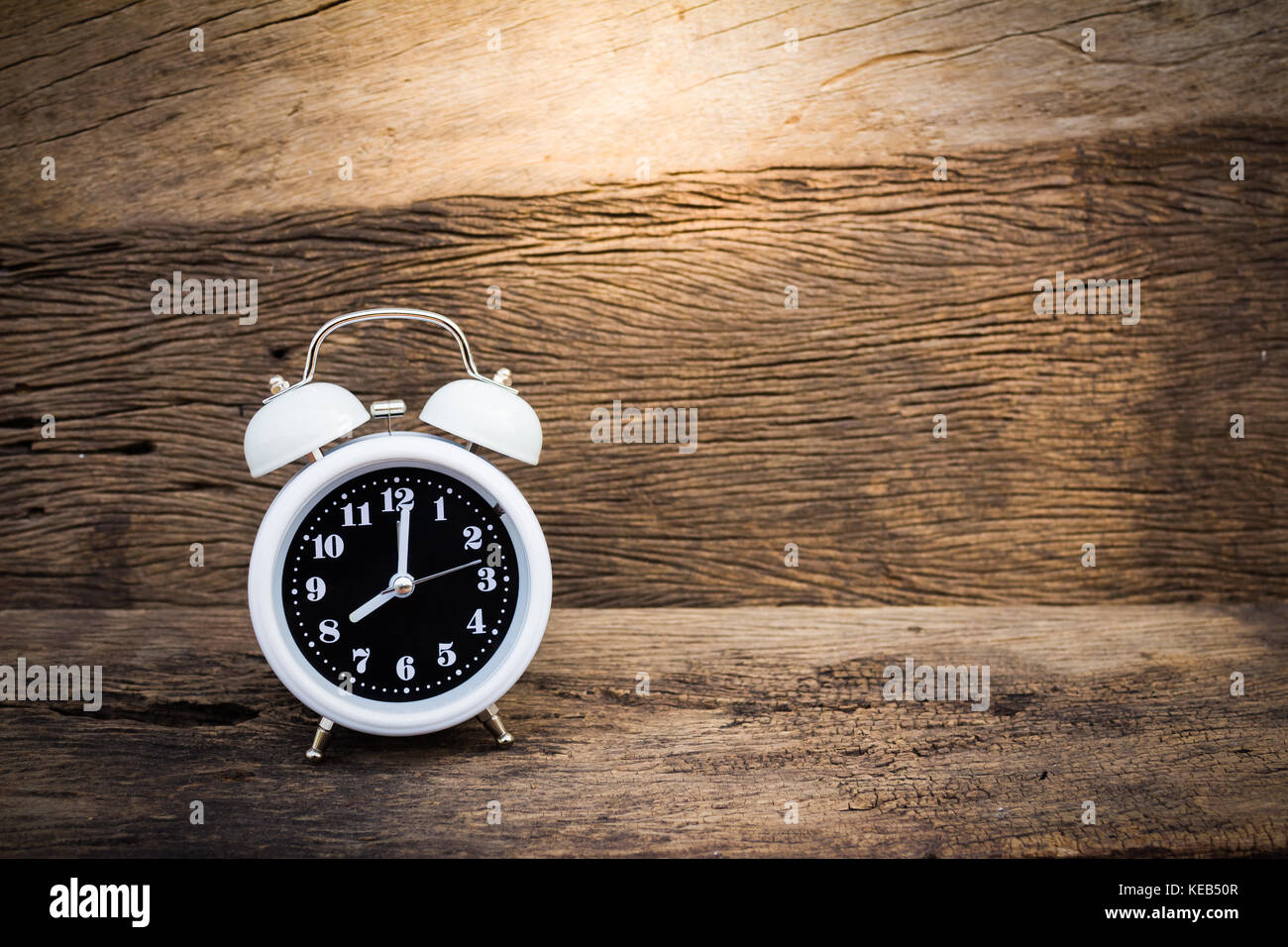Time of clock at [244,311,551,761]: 8:01
